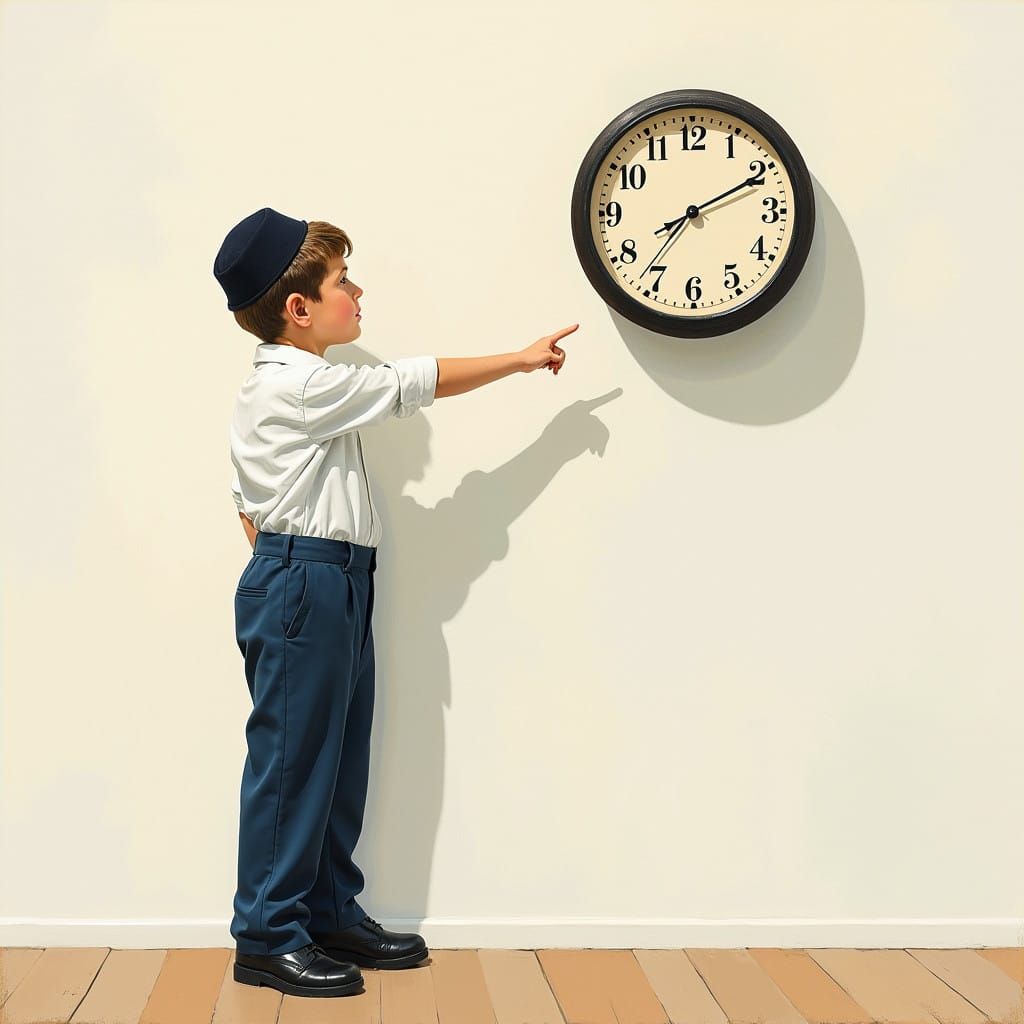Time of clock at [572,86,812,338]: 7:10
